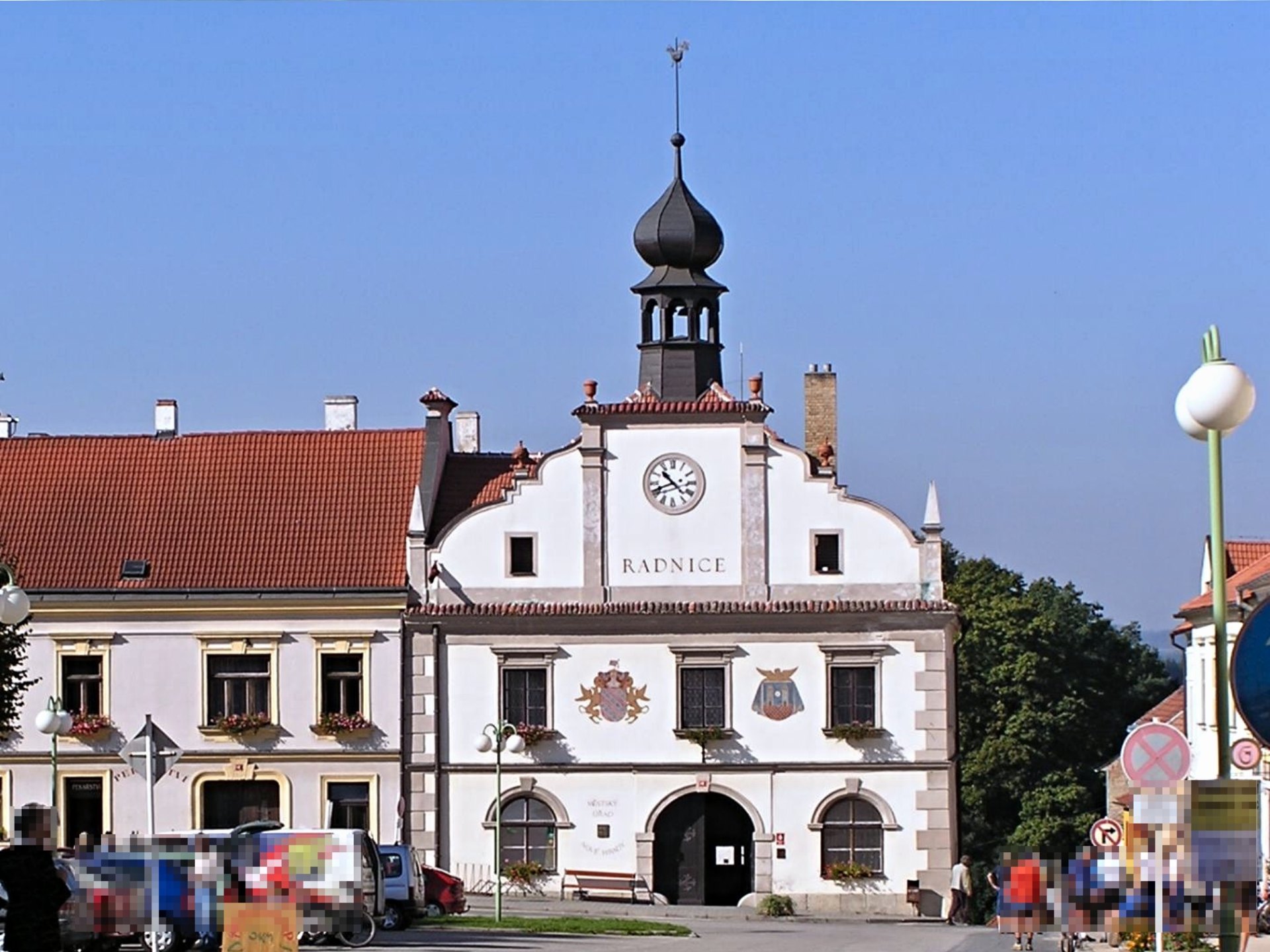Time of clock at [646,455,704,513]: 10:41
